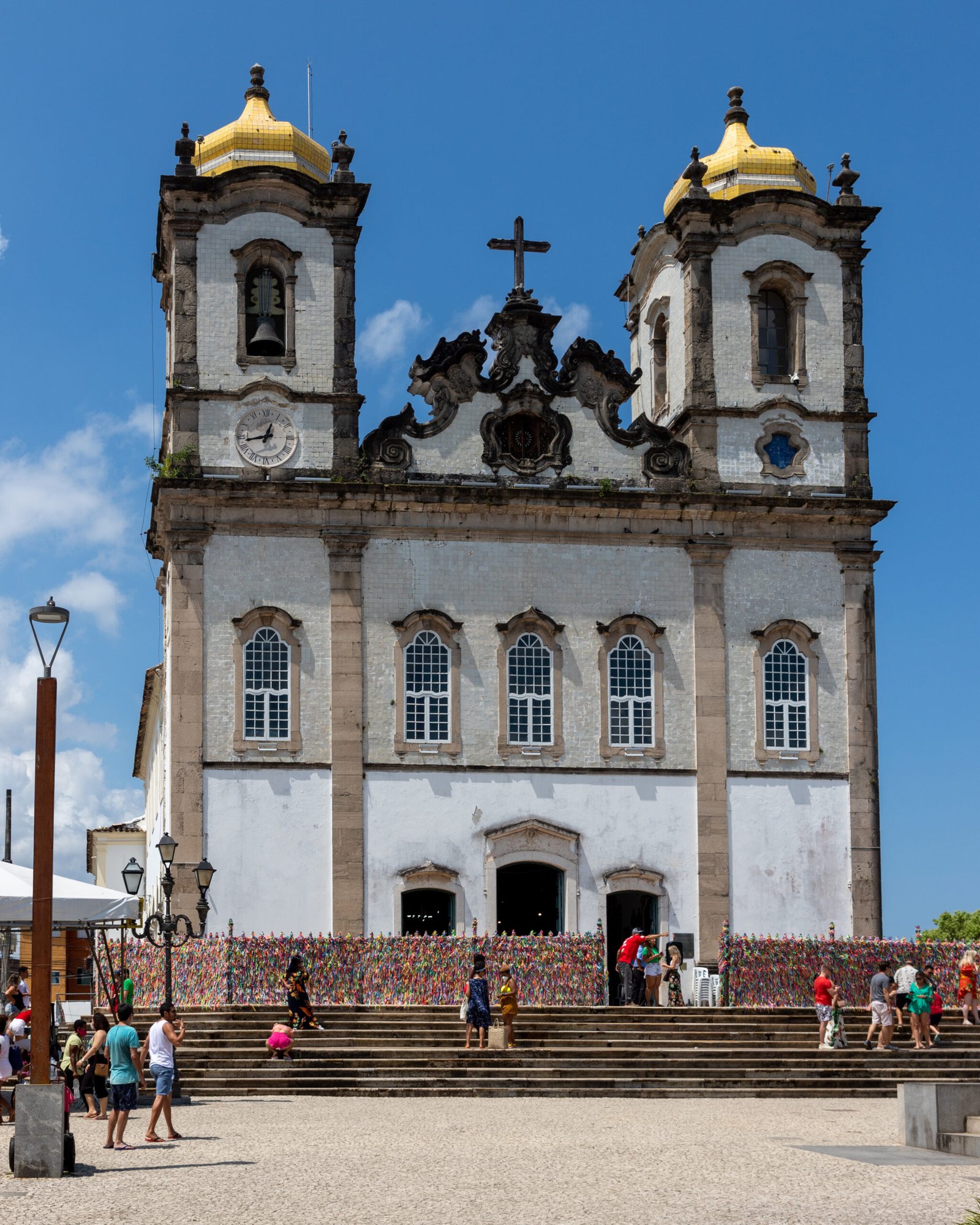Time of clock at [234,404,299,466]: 12:43
